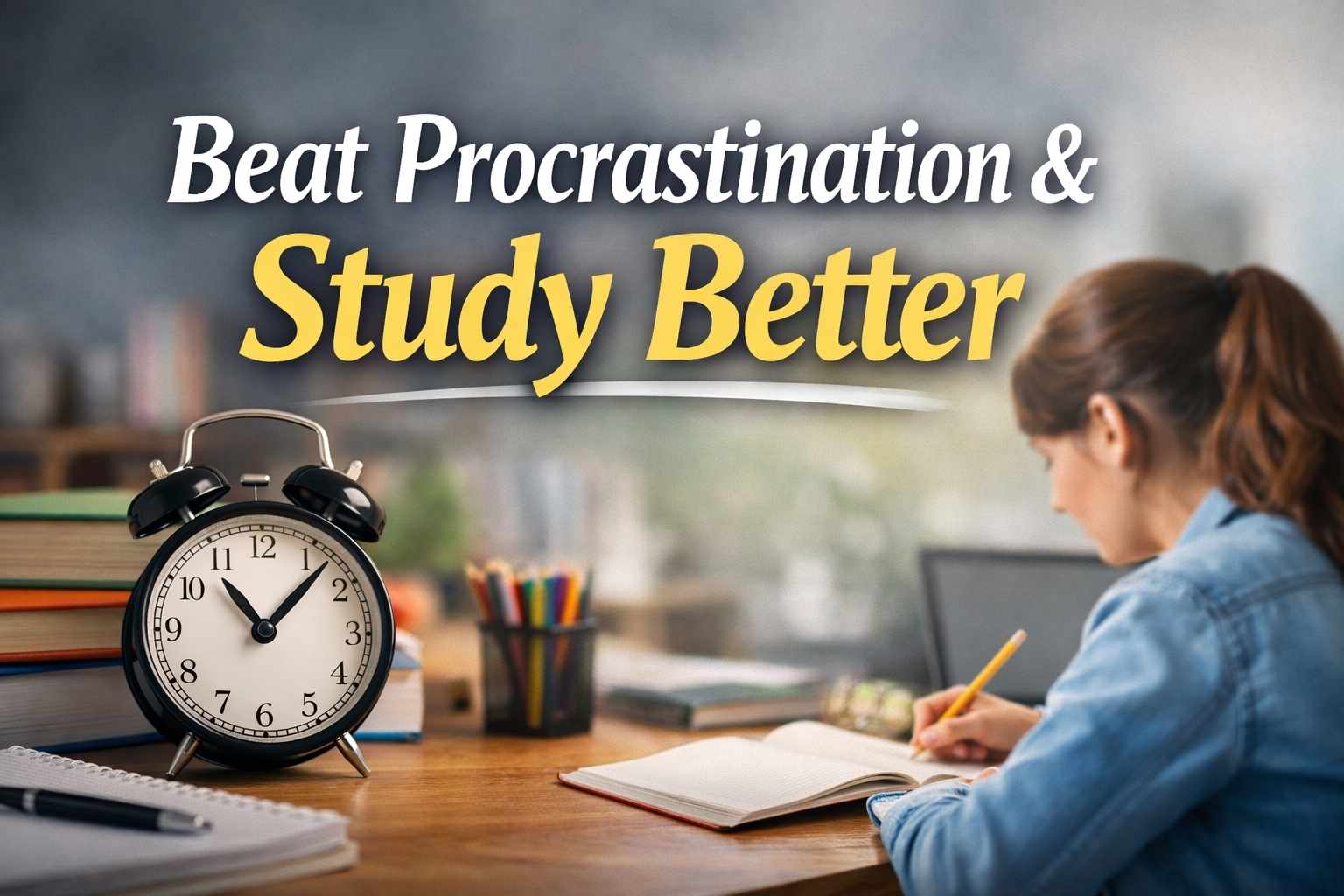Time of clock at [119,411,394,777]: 11:07
